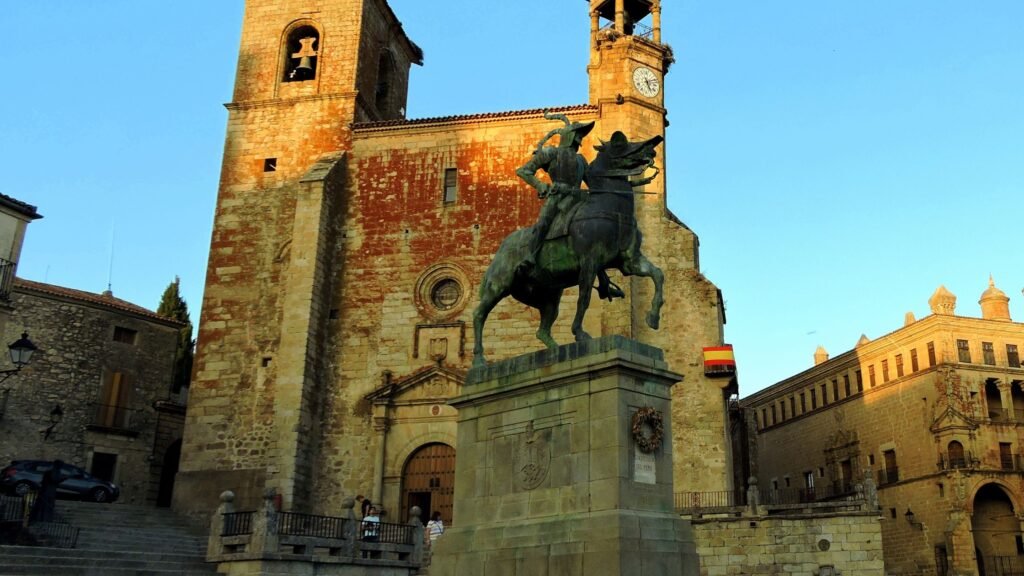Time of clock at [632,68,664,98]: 5:11
